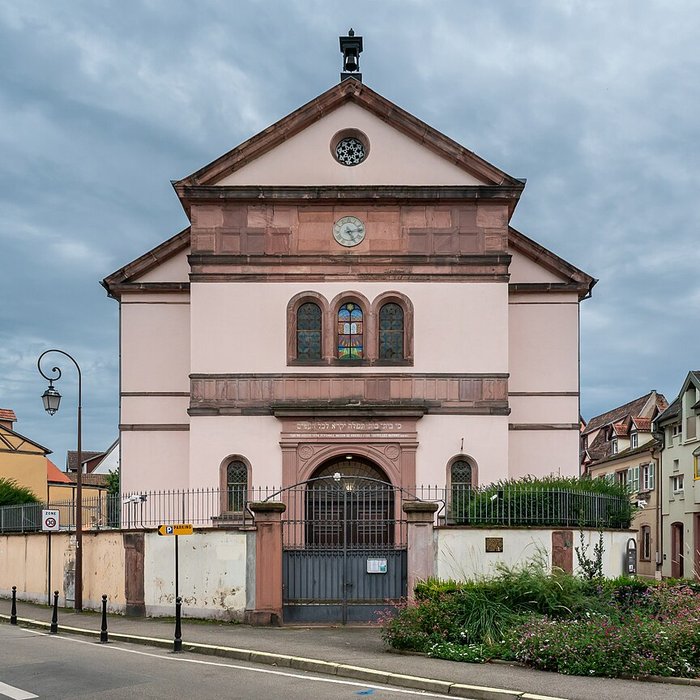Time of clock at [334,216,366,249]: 5:13
